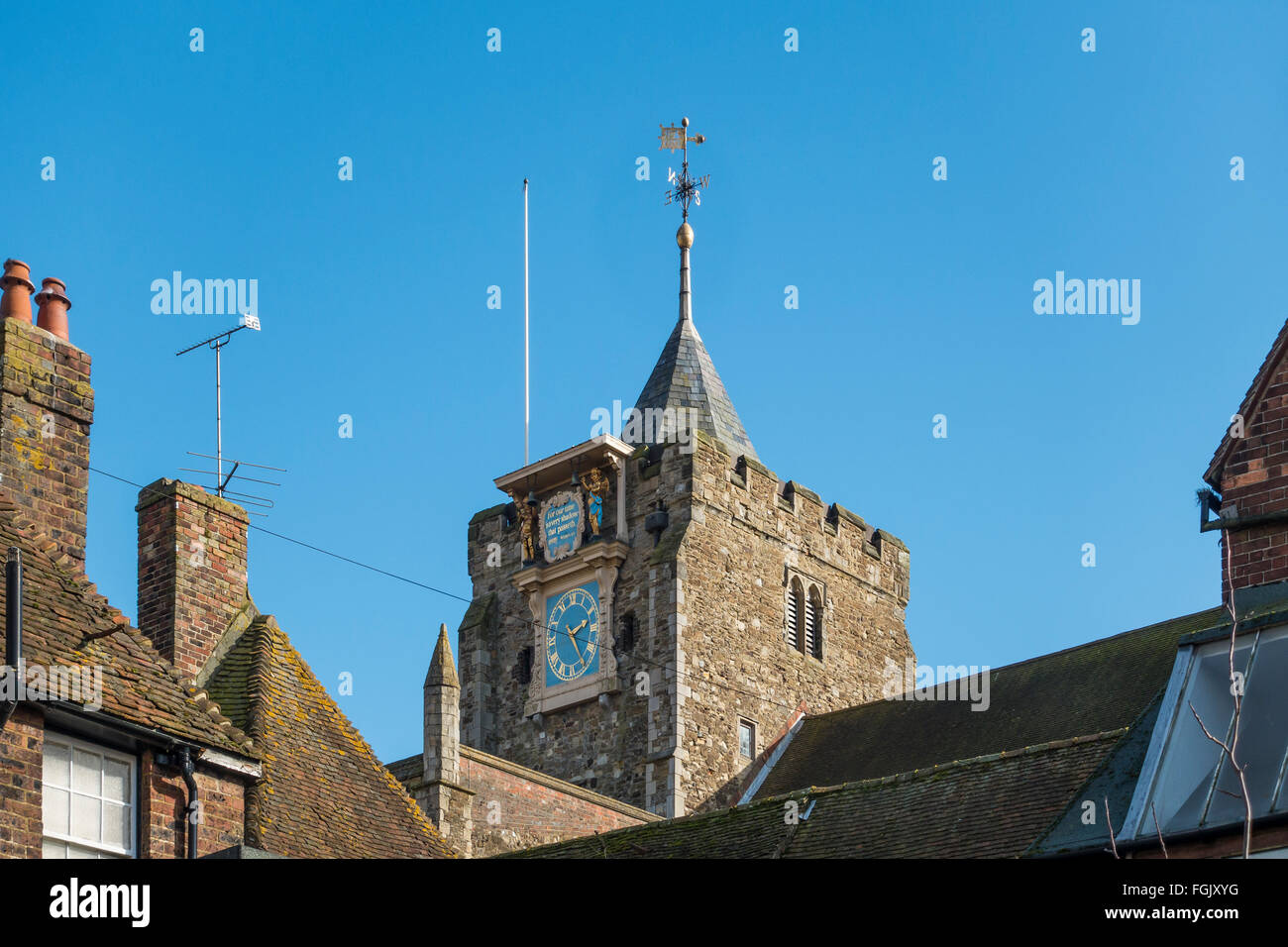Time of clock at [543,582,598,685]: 2:24
